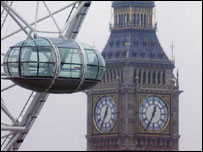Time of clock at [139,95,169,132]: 12:34
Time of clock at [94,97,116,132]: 12:34
